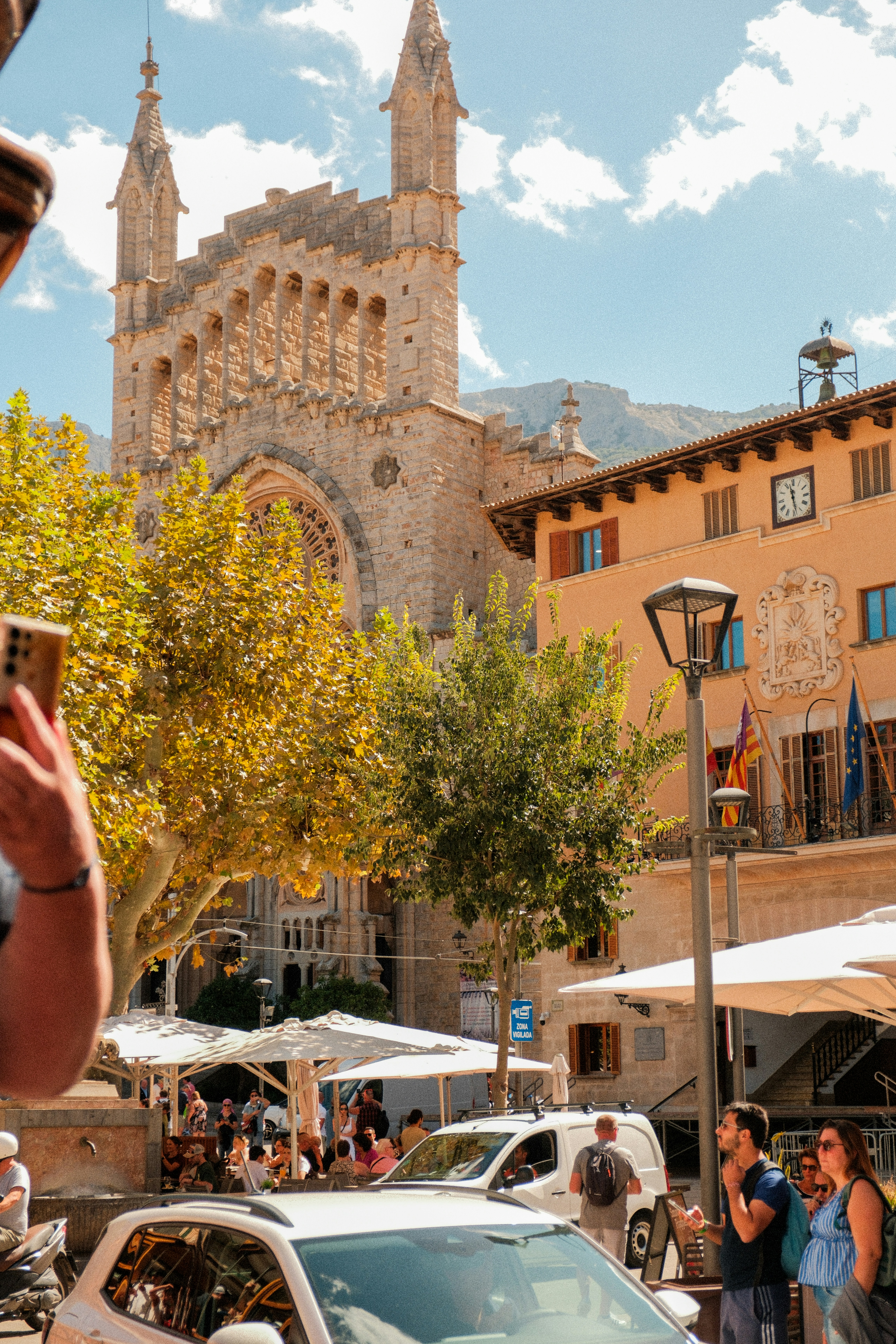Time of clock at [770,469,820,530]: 11:28
